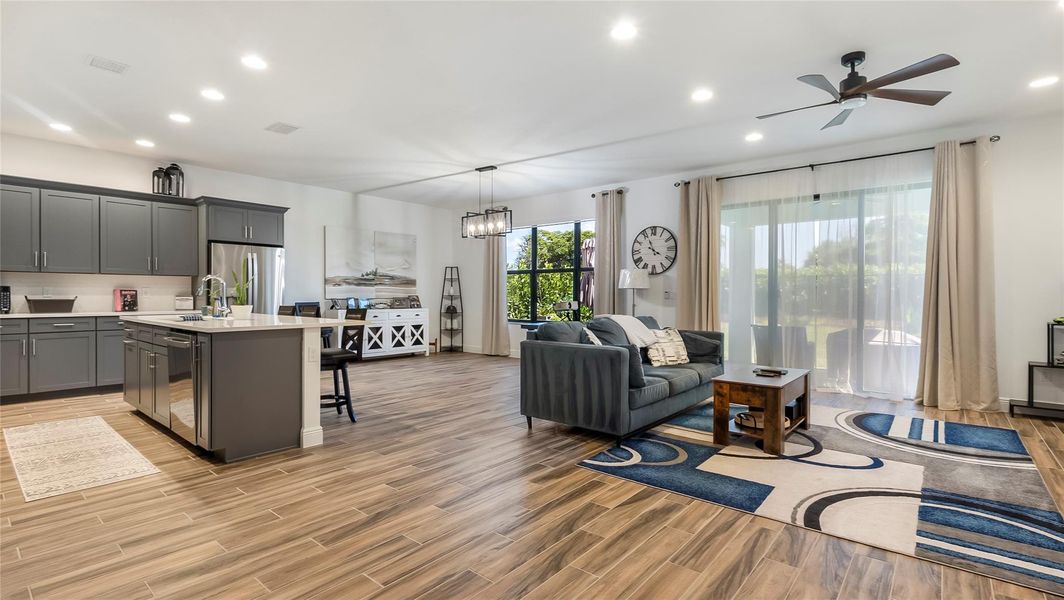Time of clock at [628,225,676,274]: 3:56
